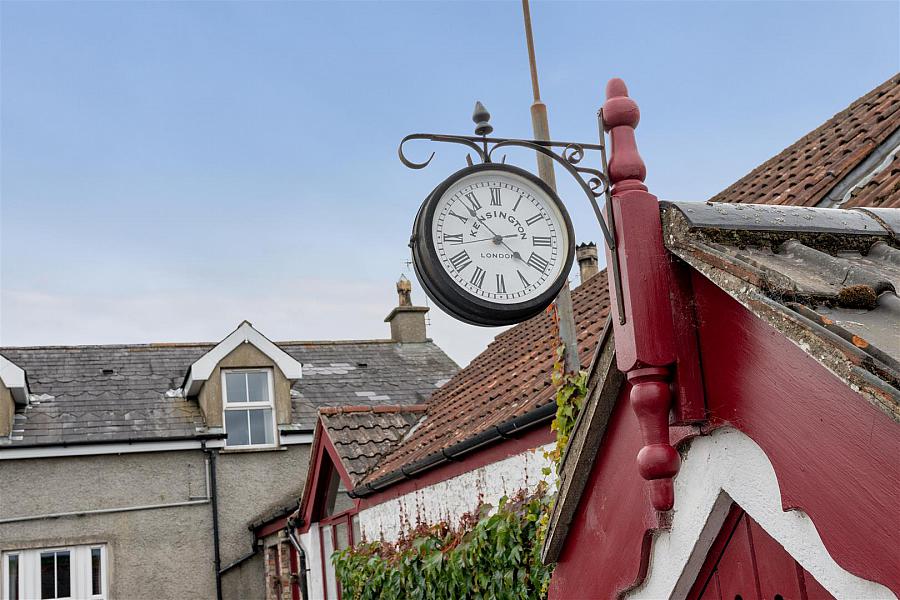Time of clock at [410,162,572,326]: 2:21
